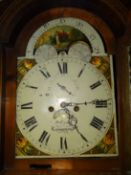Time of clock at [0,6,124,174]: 5:14
